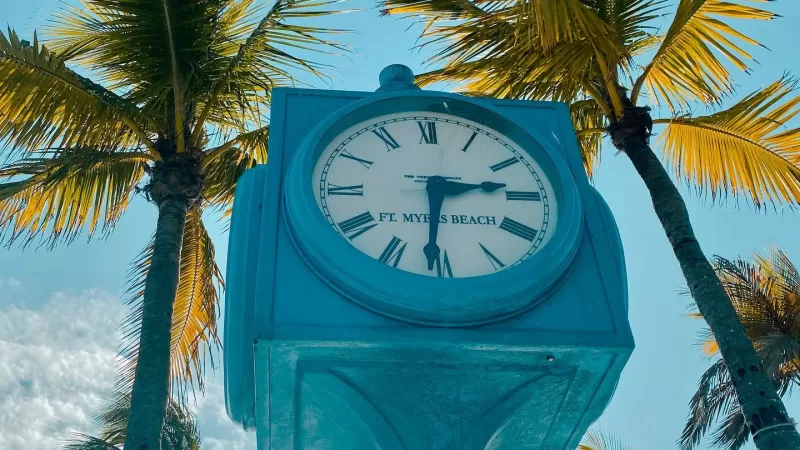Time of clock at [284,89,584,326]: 2:31
